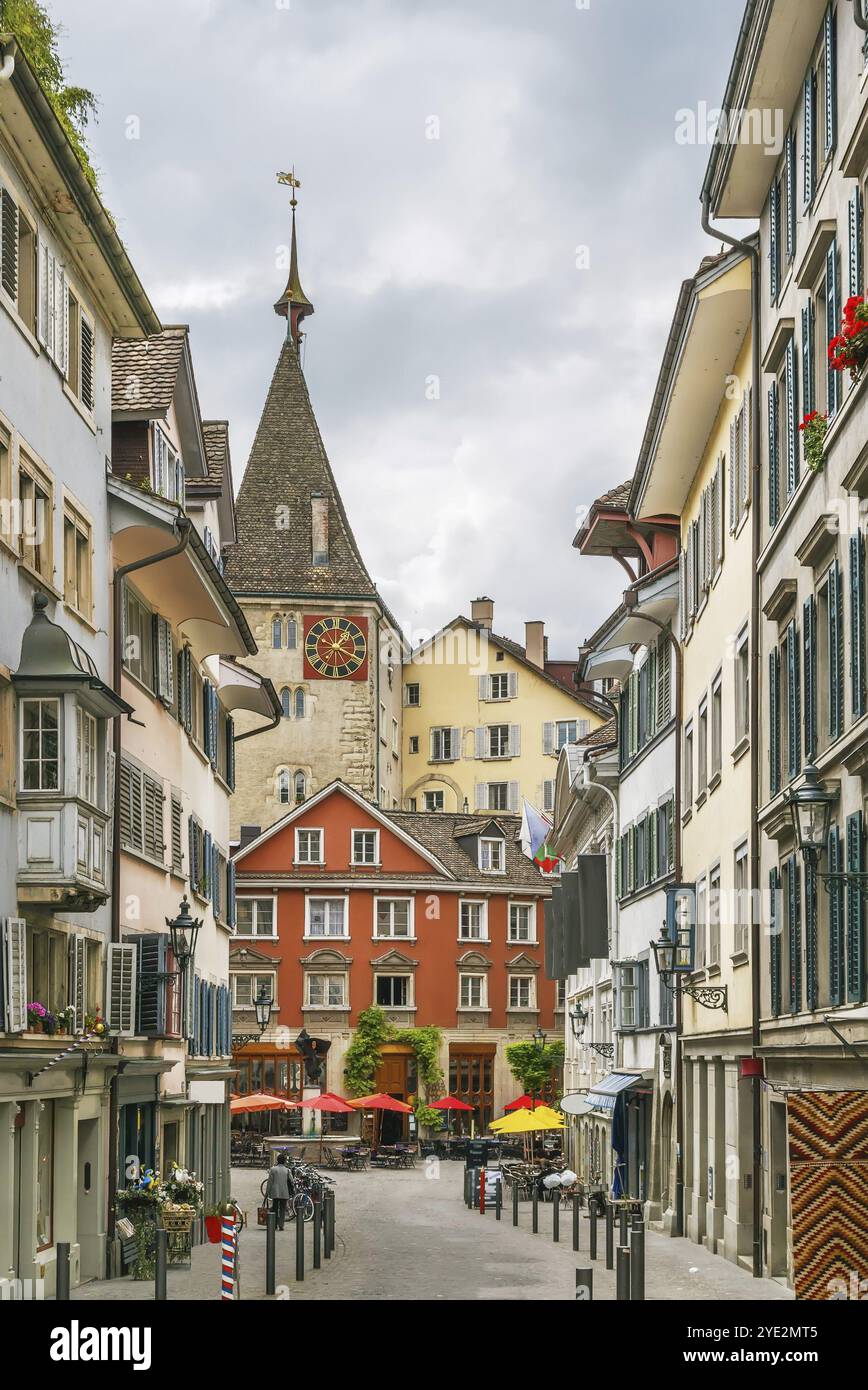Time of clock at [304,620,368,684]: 1:18
